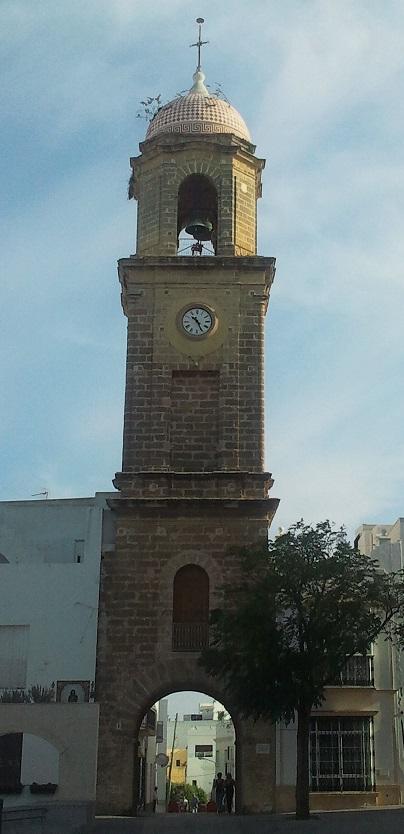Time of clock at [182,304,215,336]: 10:25
